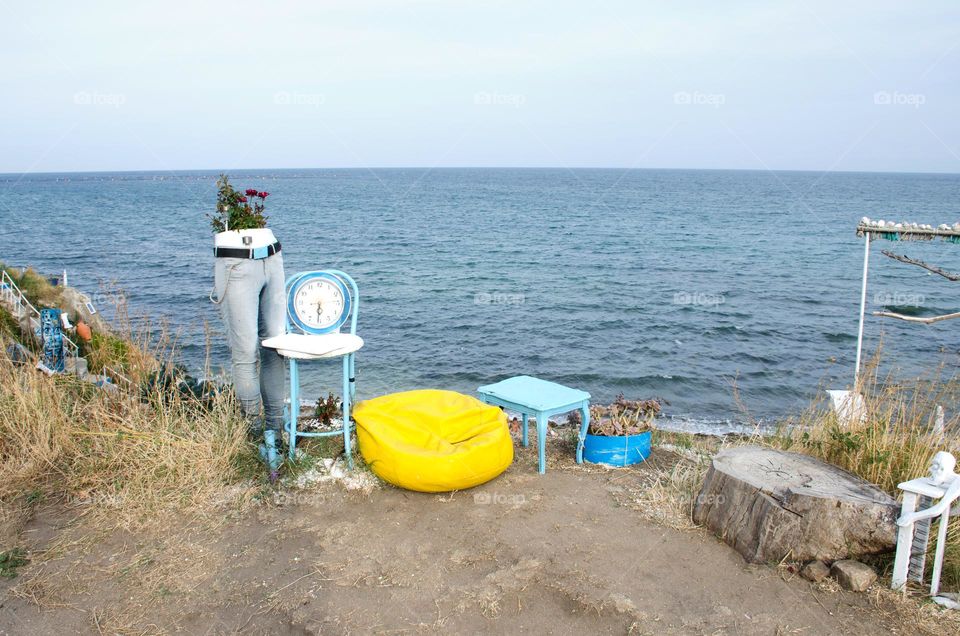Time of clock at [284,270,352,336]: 5:30
